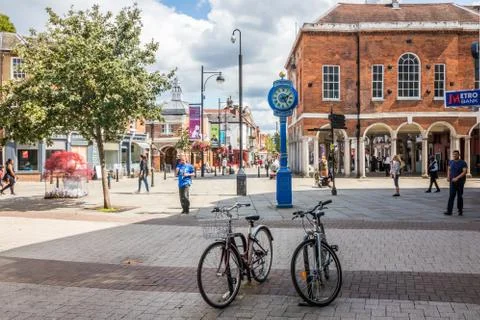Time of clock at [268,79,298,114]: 2:24
